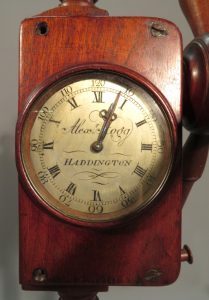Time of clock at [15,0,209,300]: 12:03
